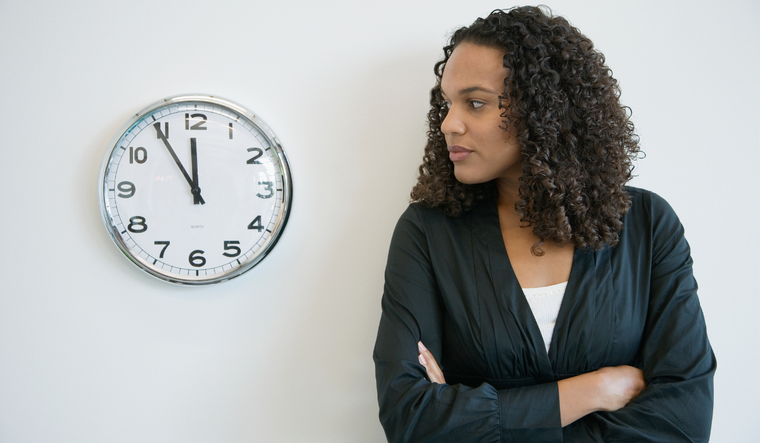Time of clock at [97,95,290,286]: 11:54
